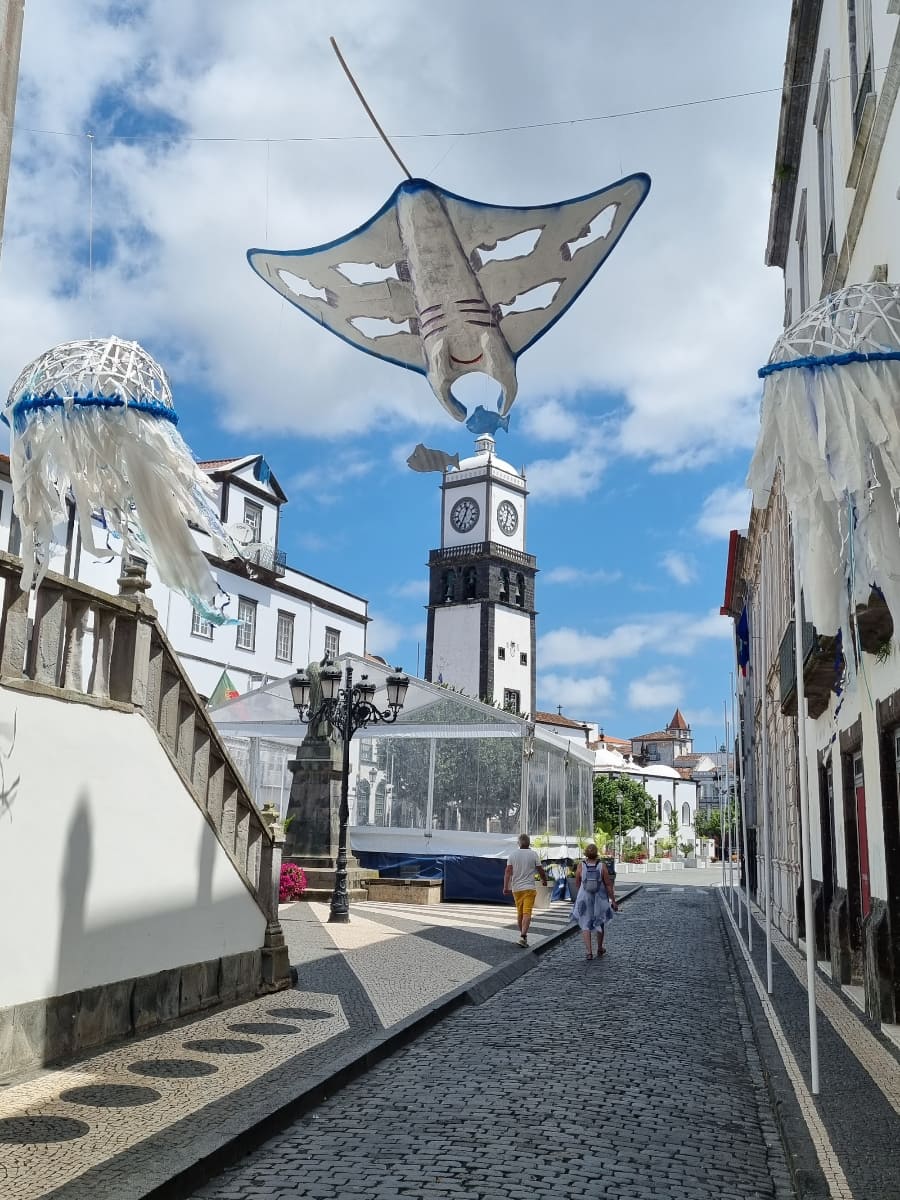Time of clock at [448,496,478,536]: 12:34
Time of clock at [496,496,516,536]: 12:34
